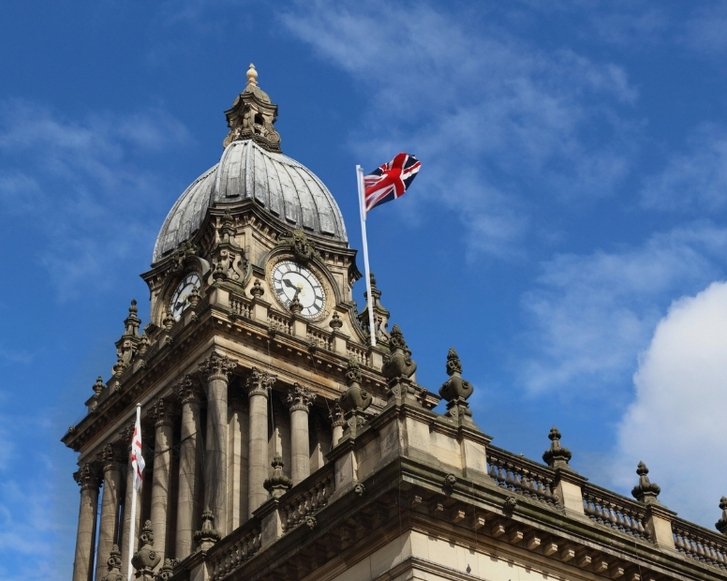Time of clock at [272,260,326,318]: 9:33
